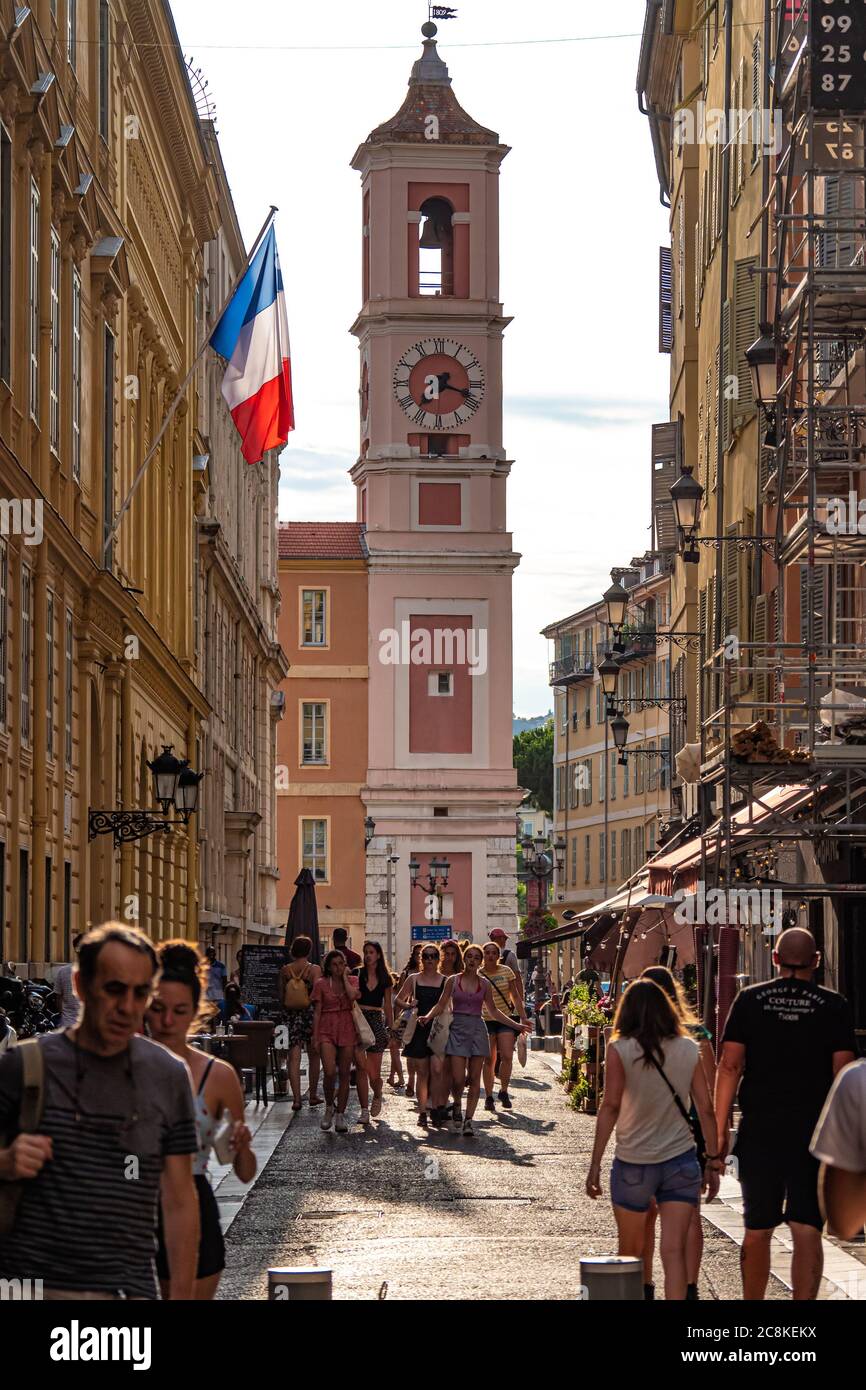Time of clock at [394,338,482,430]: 7:18
